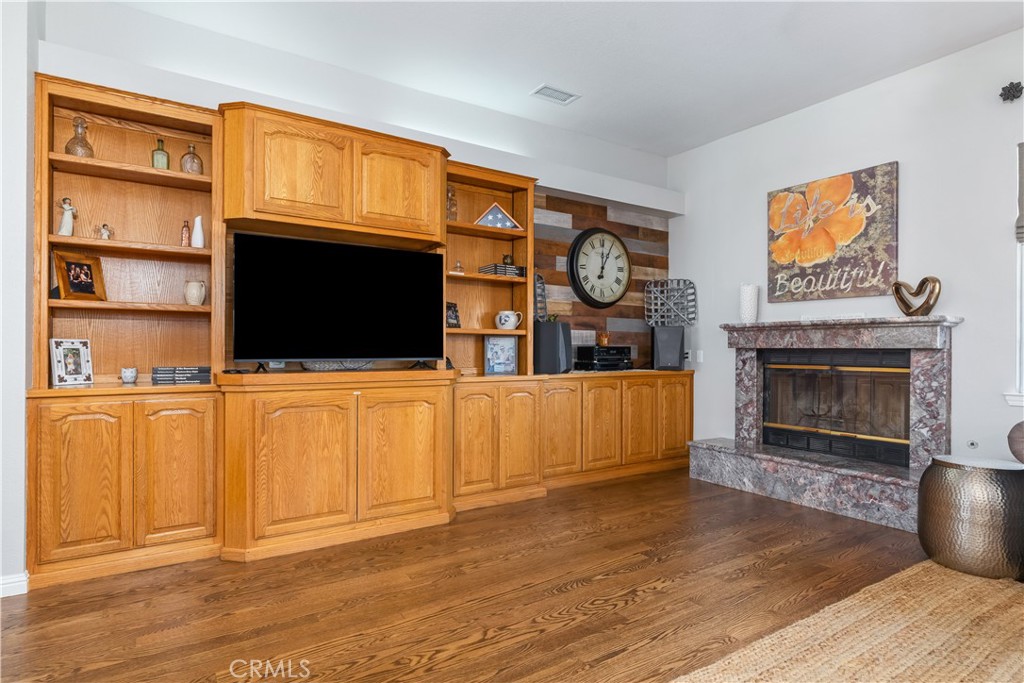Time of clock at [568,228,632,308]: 12:04
